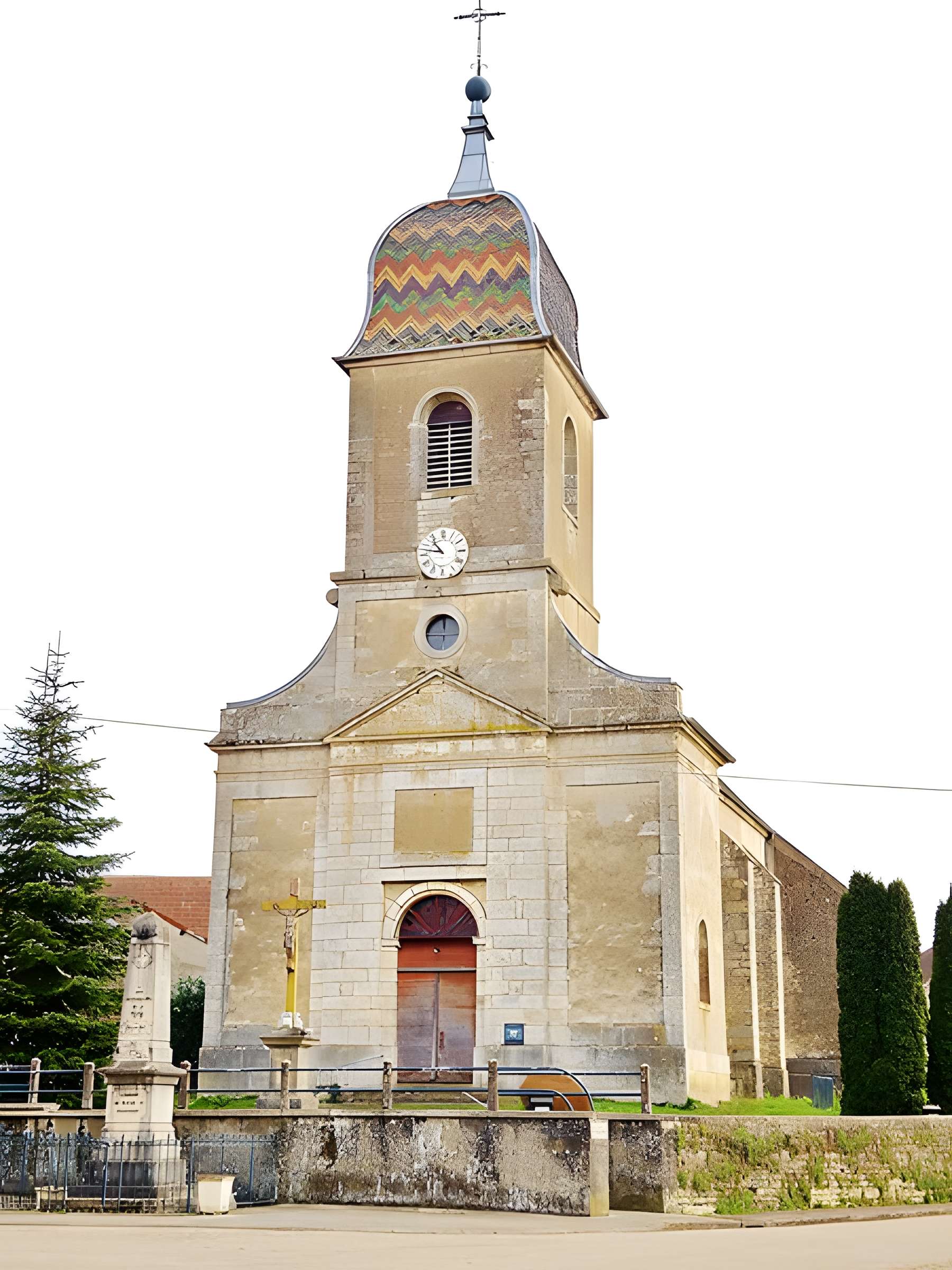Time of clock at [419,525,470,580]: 10:47
